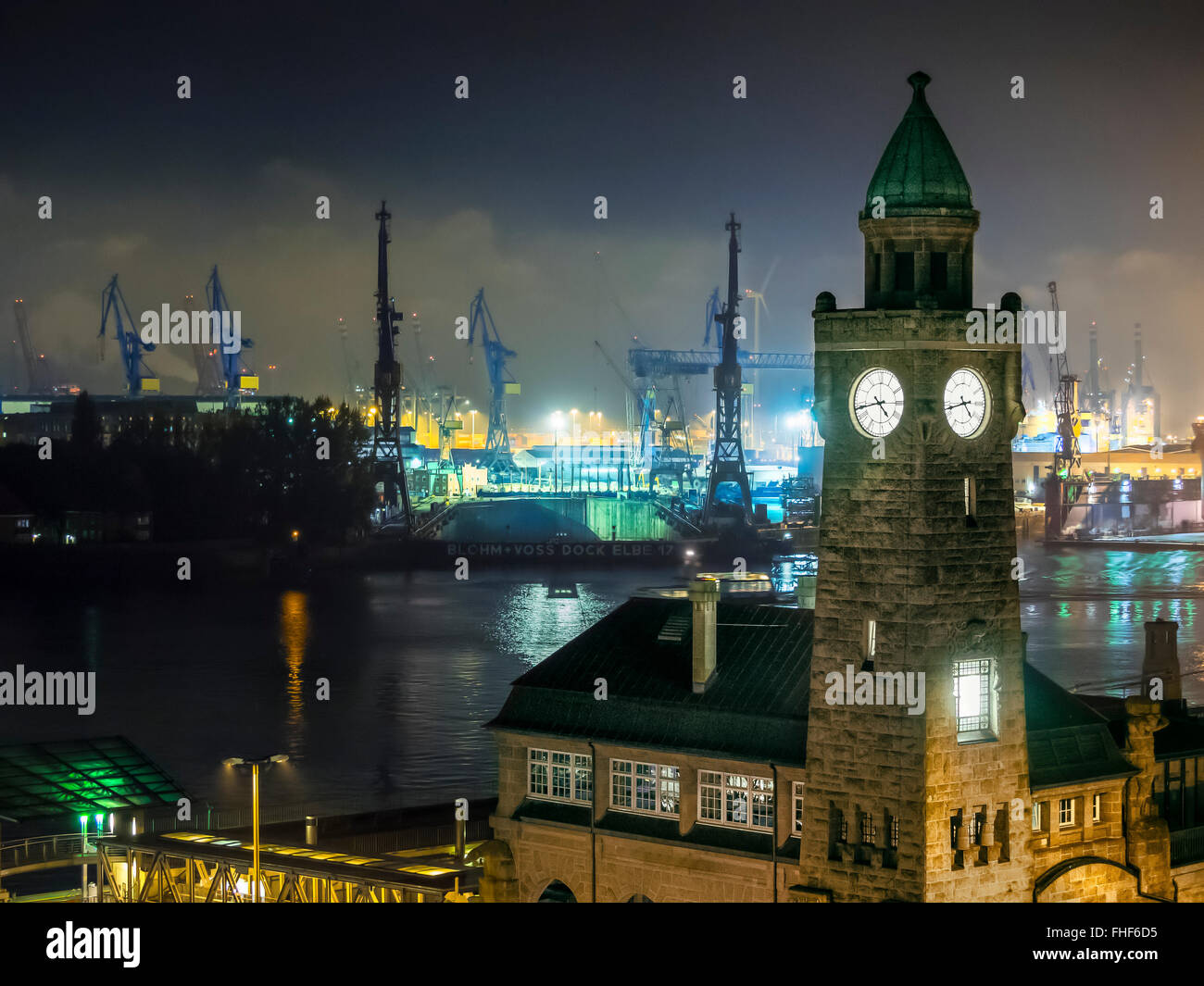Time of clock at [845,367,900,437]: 4:43
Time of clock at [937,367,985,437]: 4:42
